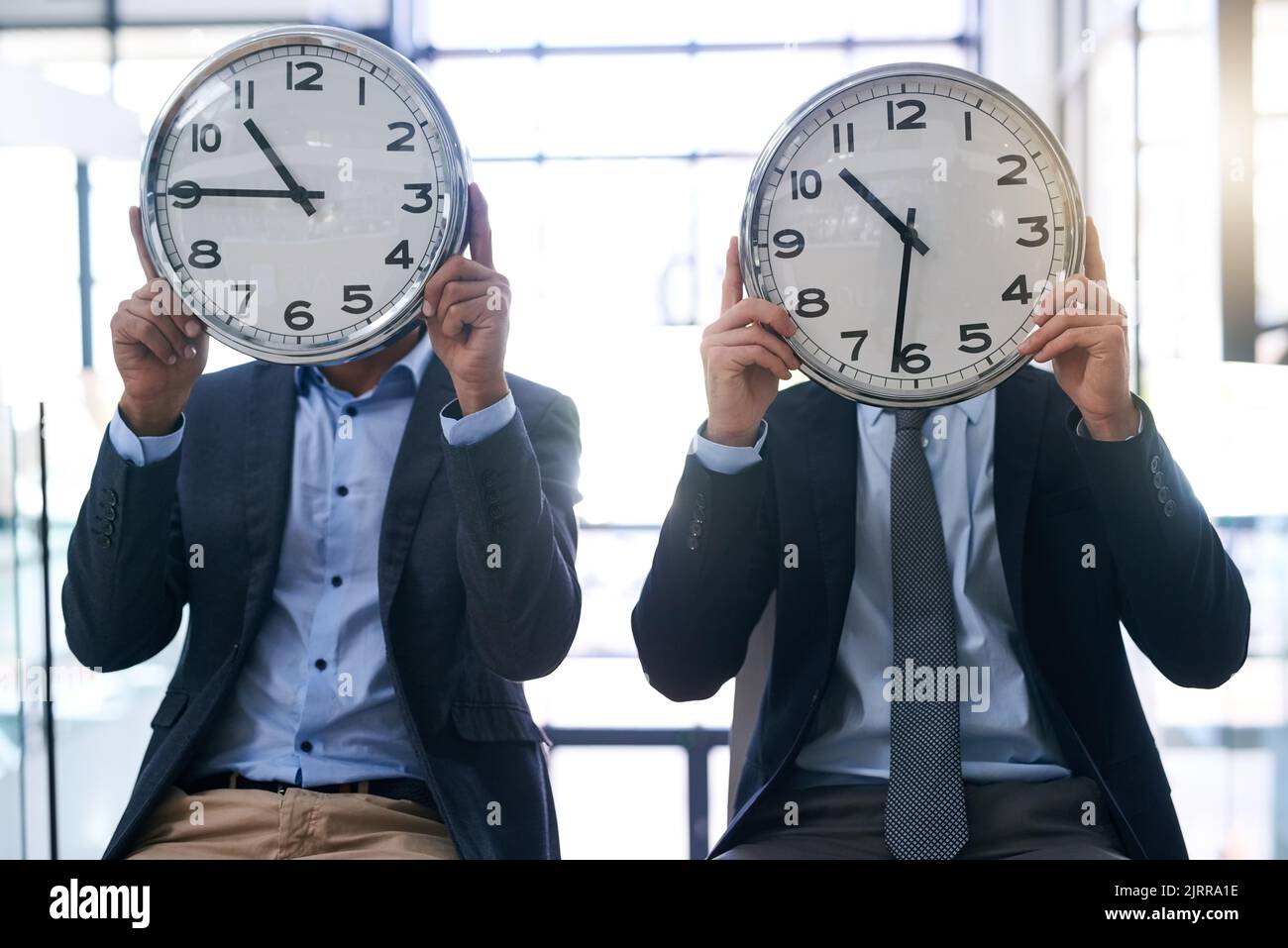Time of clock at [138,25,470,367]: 10:45
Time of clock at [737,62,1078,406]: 10:31
